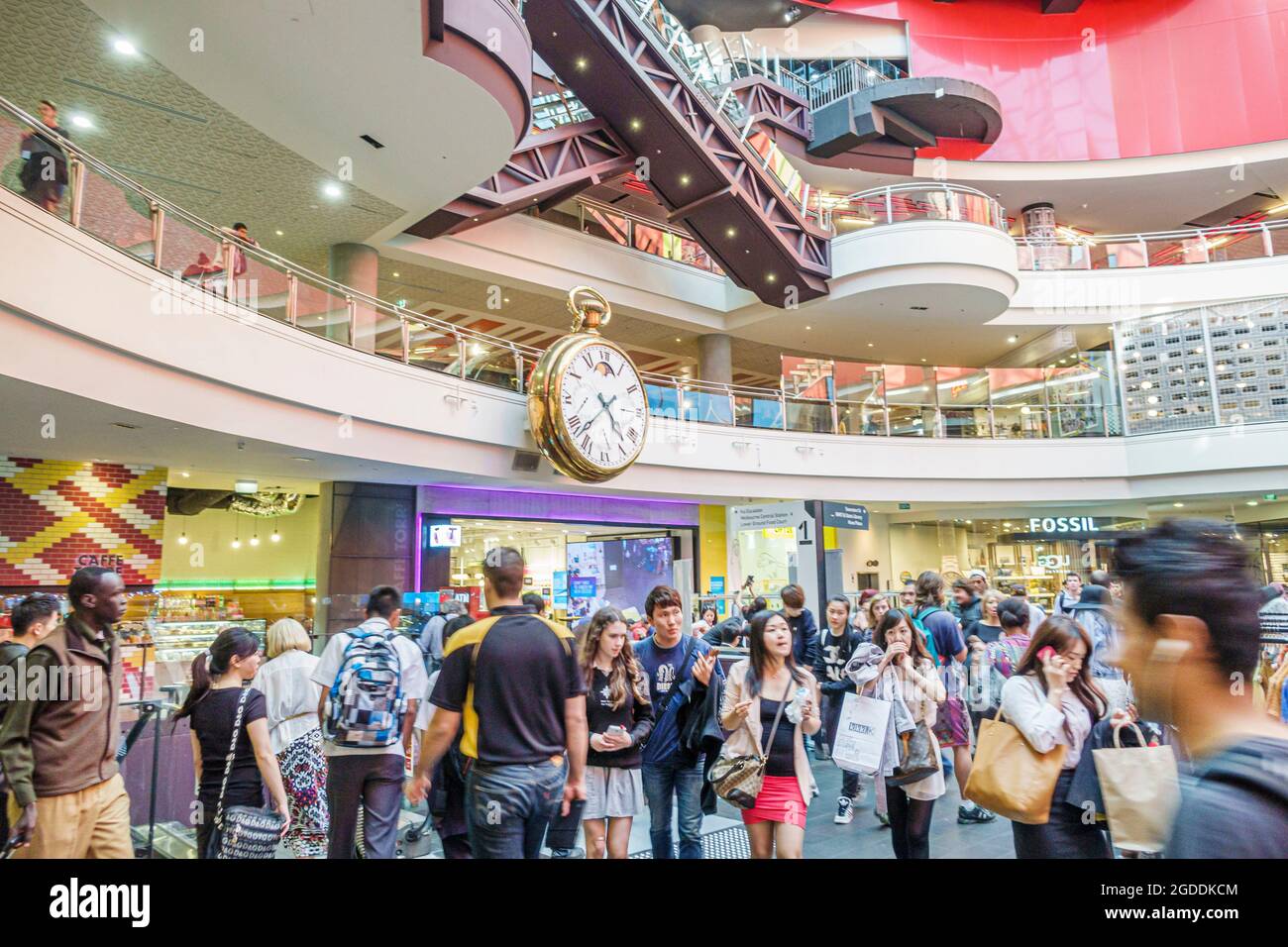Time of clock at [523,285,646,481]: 4:37
